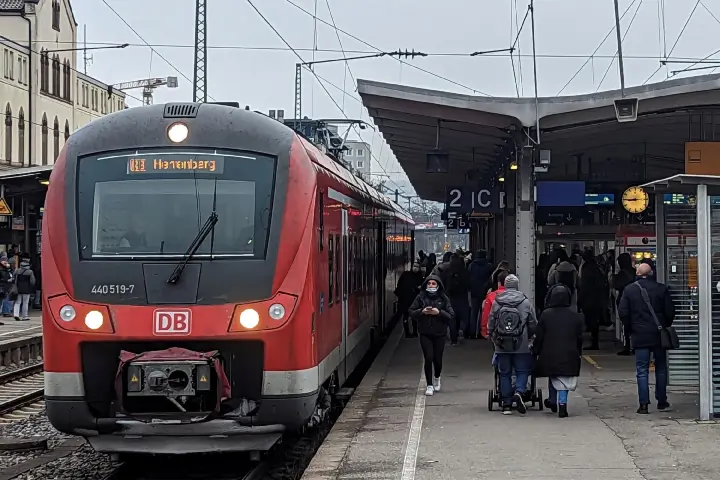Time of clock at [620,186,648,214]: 8:45
